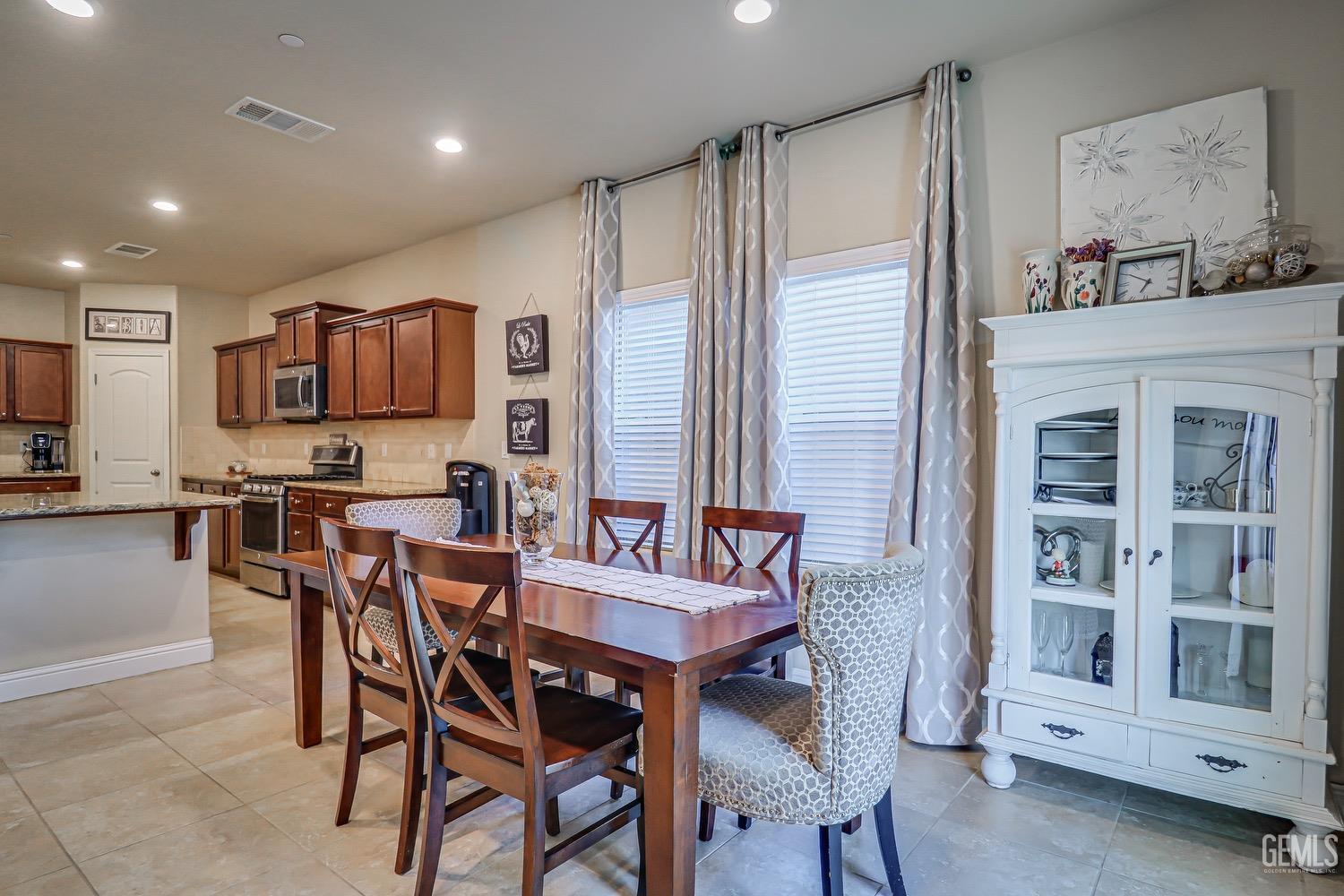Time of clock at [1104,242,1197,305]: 6:50
